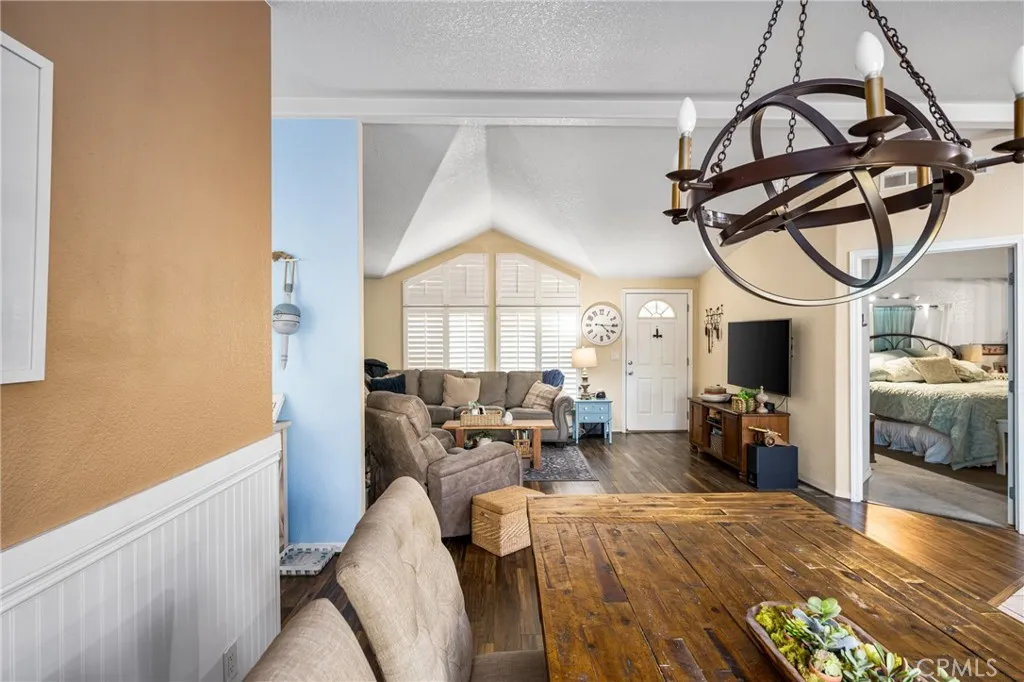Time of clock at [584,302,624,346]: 4:15
